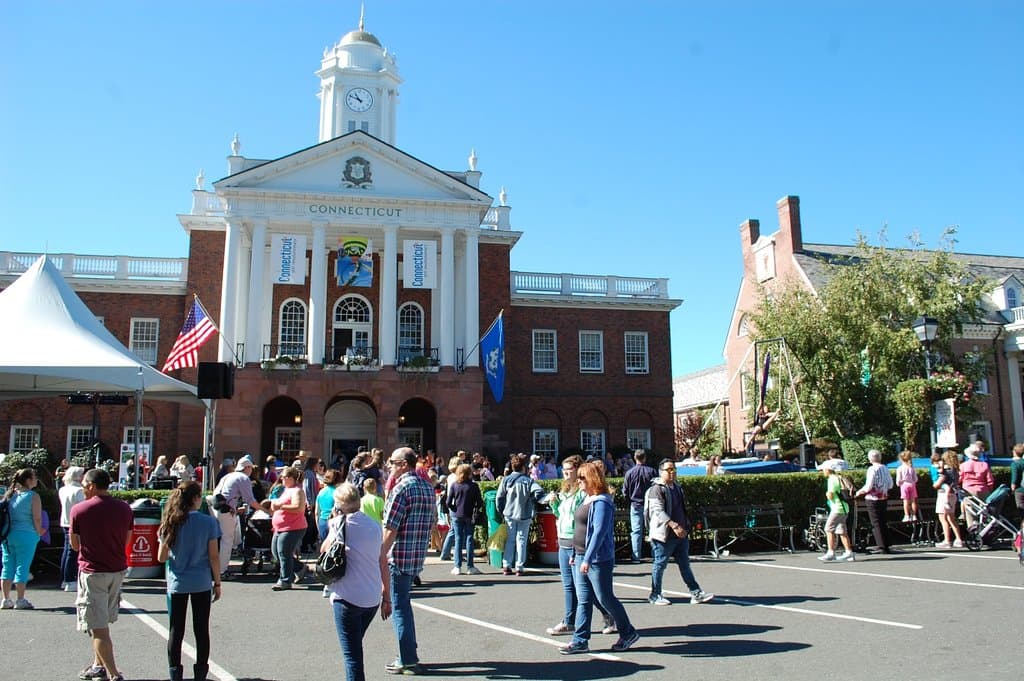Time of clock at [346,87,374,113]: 10:49
